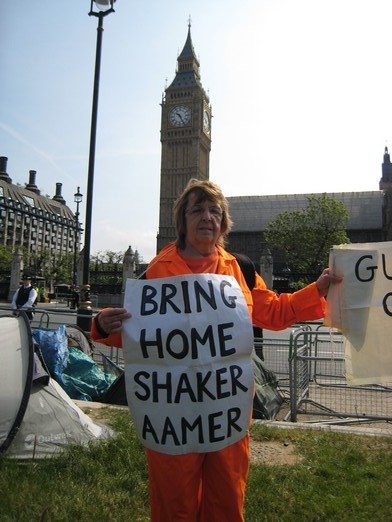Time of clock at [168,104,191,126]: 10:25
